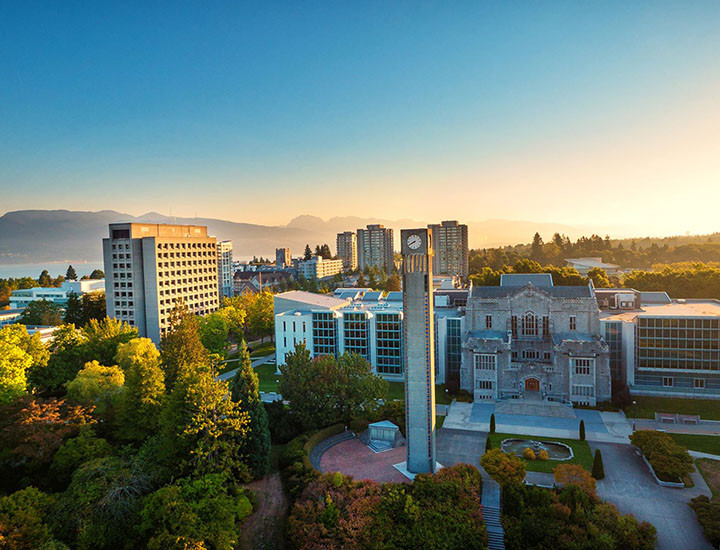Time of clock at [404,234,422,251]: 7:40
